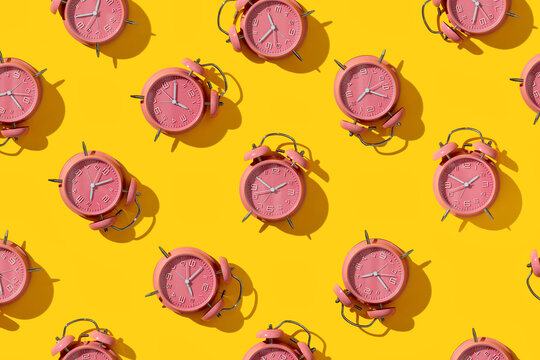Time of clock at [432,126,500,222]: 1:50
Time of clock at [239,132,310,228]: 1:50
